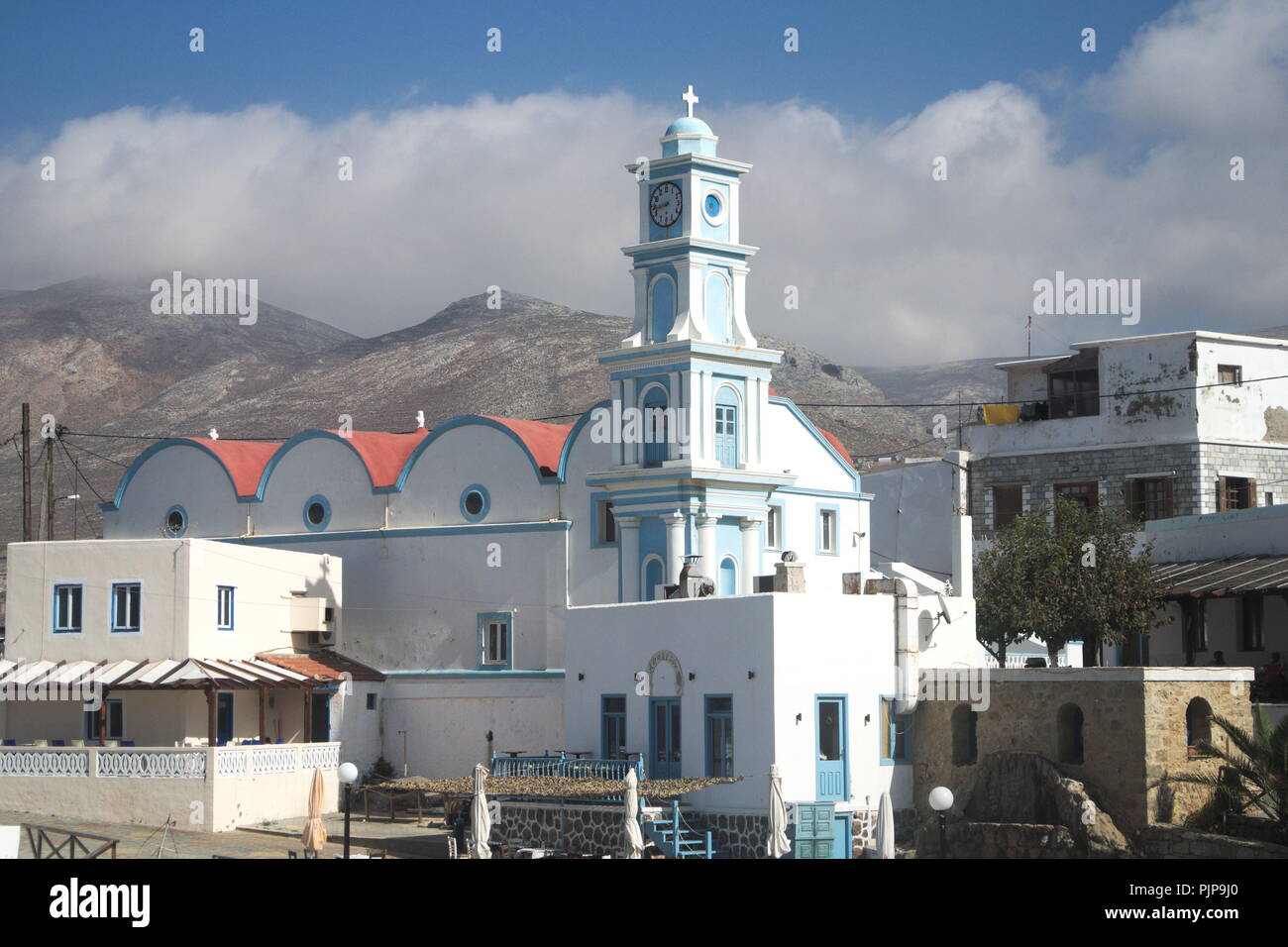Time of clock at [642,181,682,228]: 8:43
